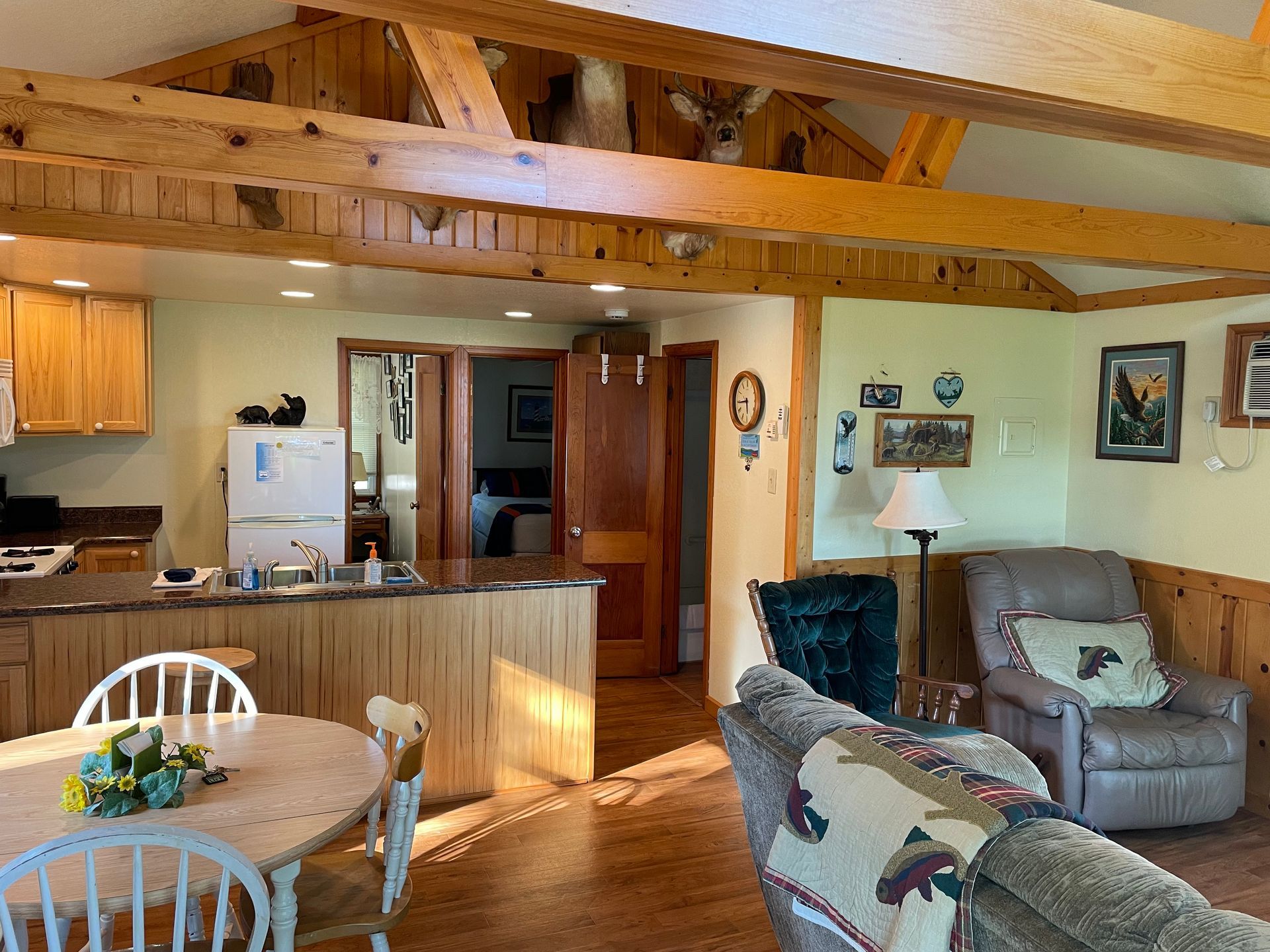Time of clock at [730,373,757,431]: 5:44
